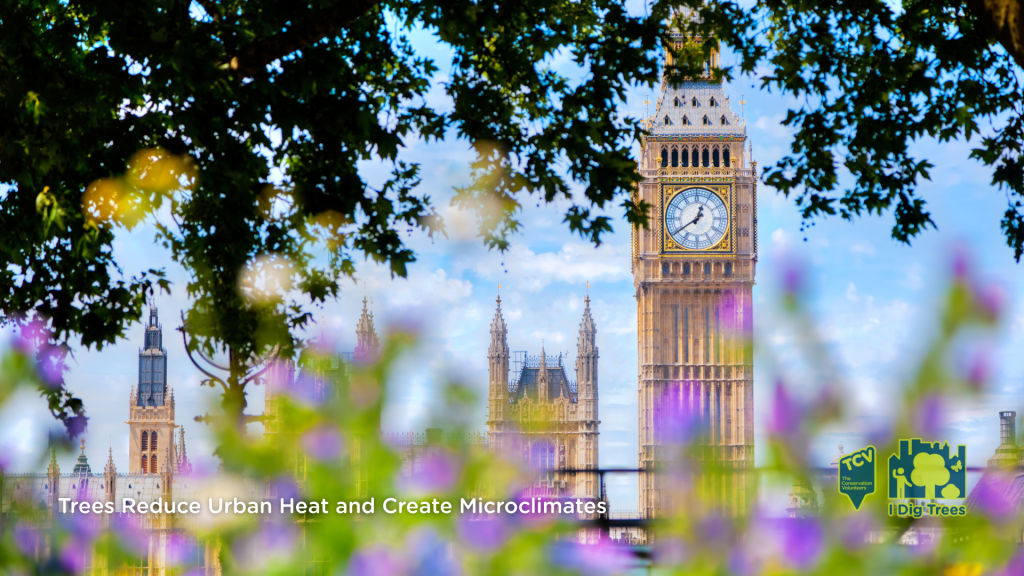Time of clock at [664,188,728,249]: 12:39
